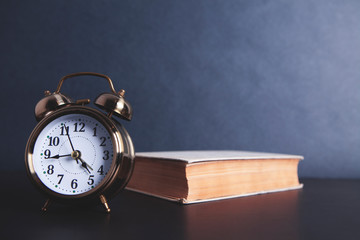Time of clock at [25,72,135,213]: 4:43
